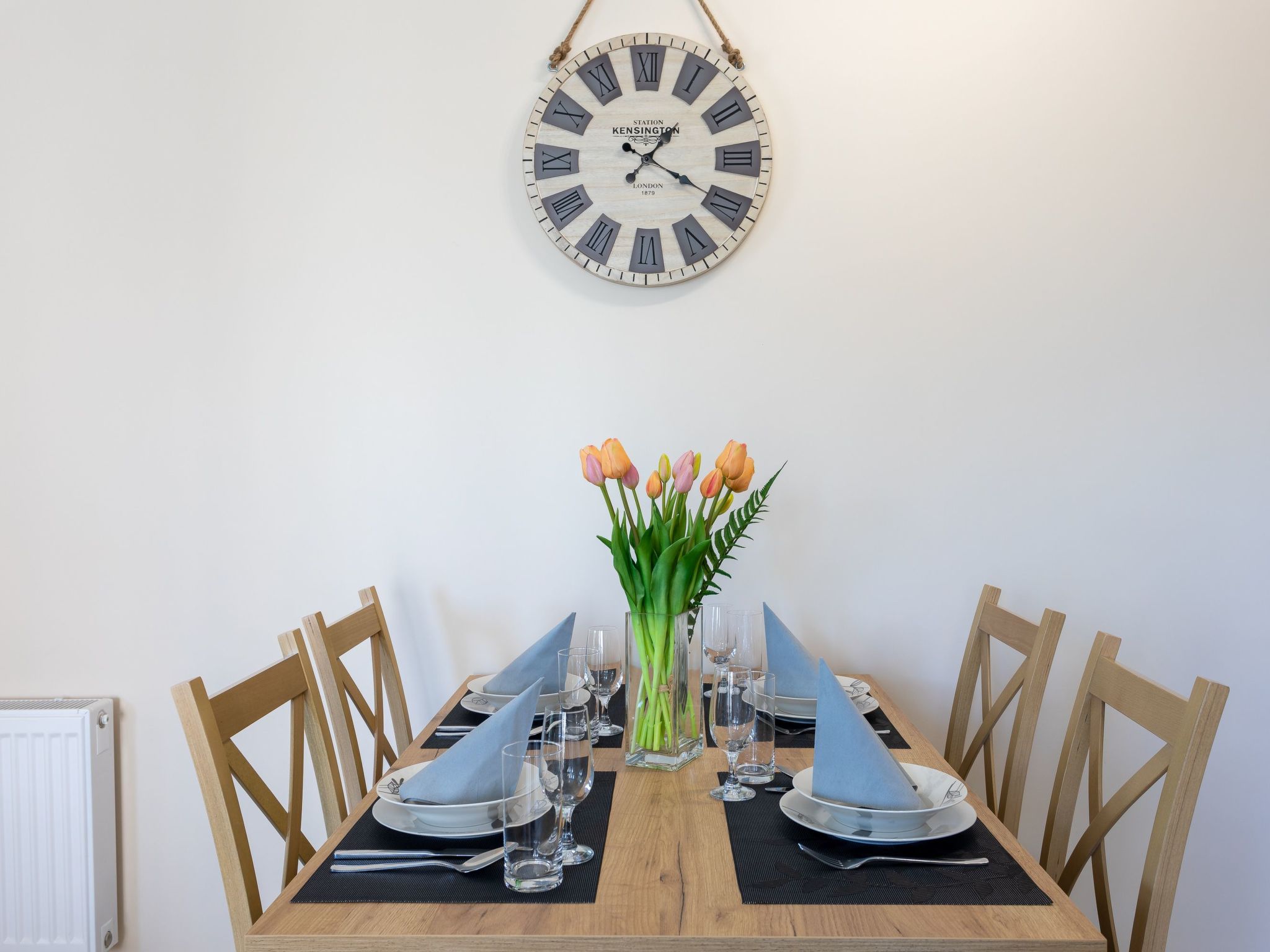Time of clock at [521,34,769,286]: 1:19
